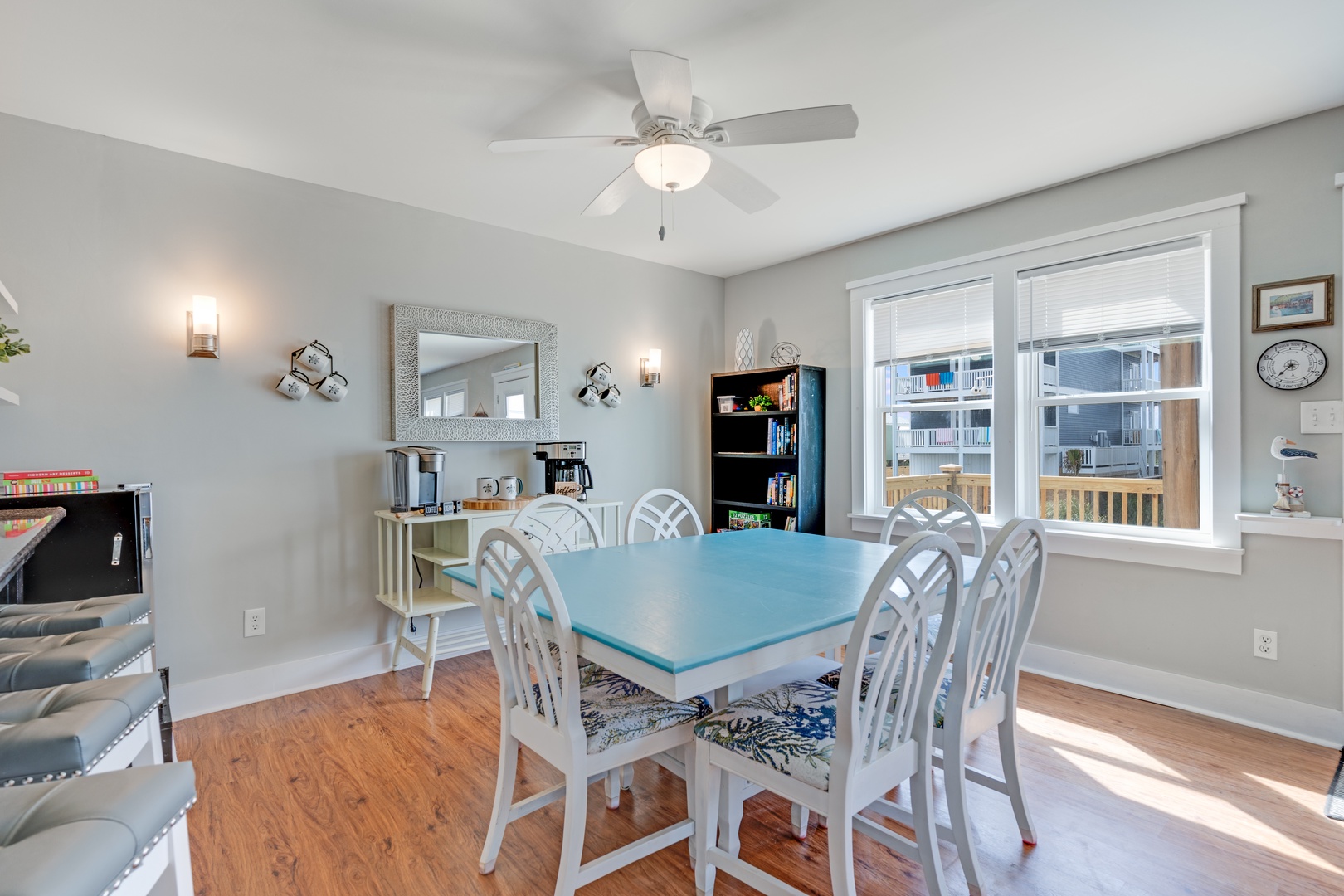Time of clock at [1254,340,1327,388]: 7:37
